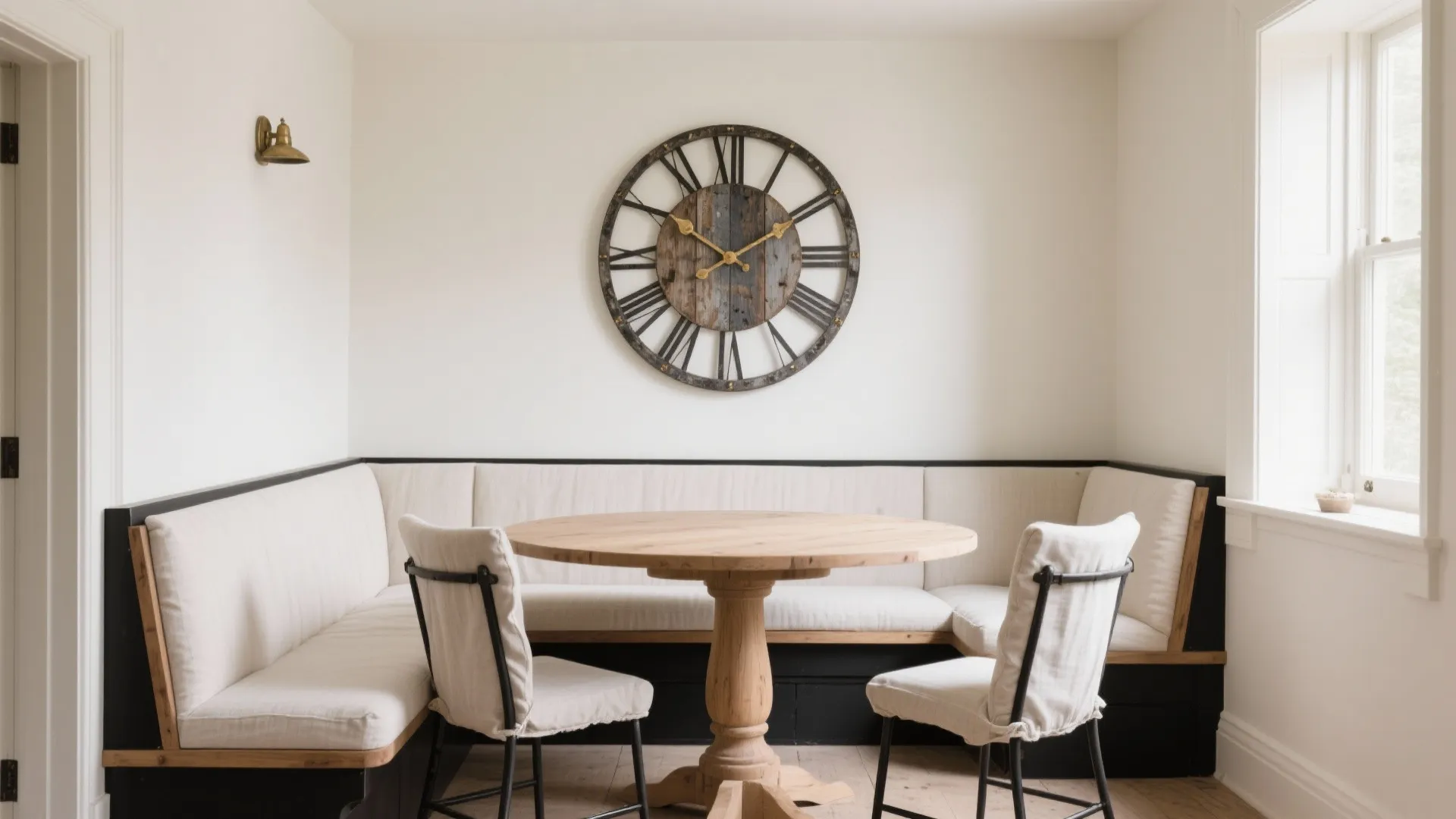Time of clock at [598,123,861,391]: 1:50
